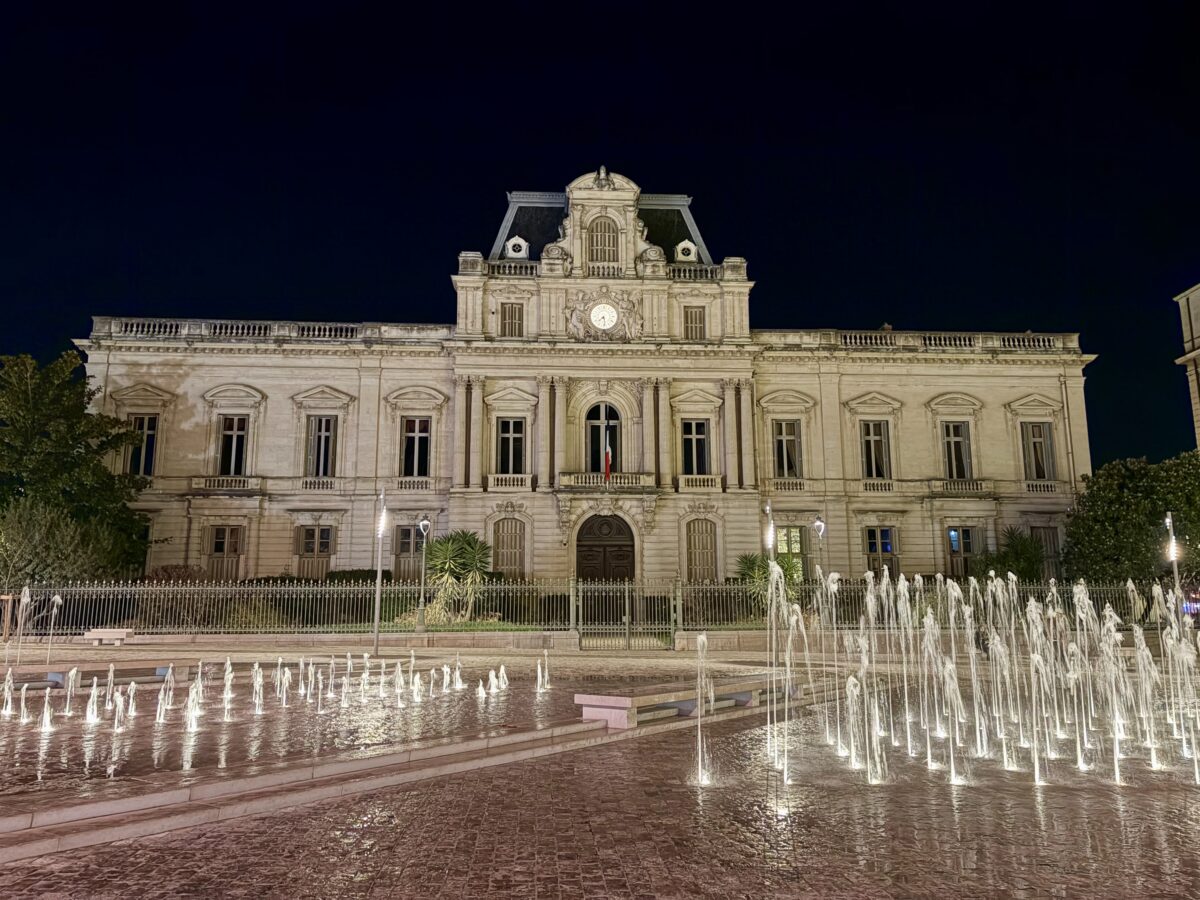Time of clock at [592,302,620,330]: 7:28
